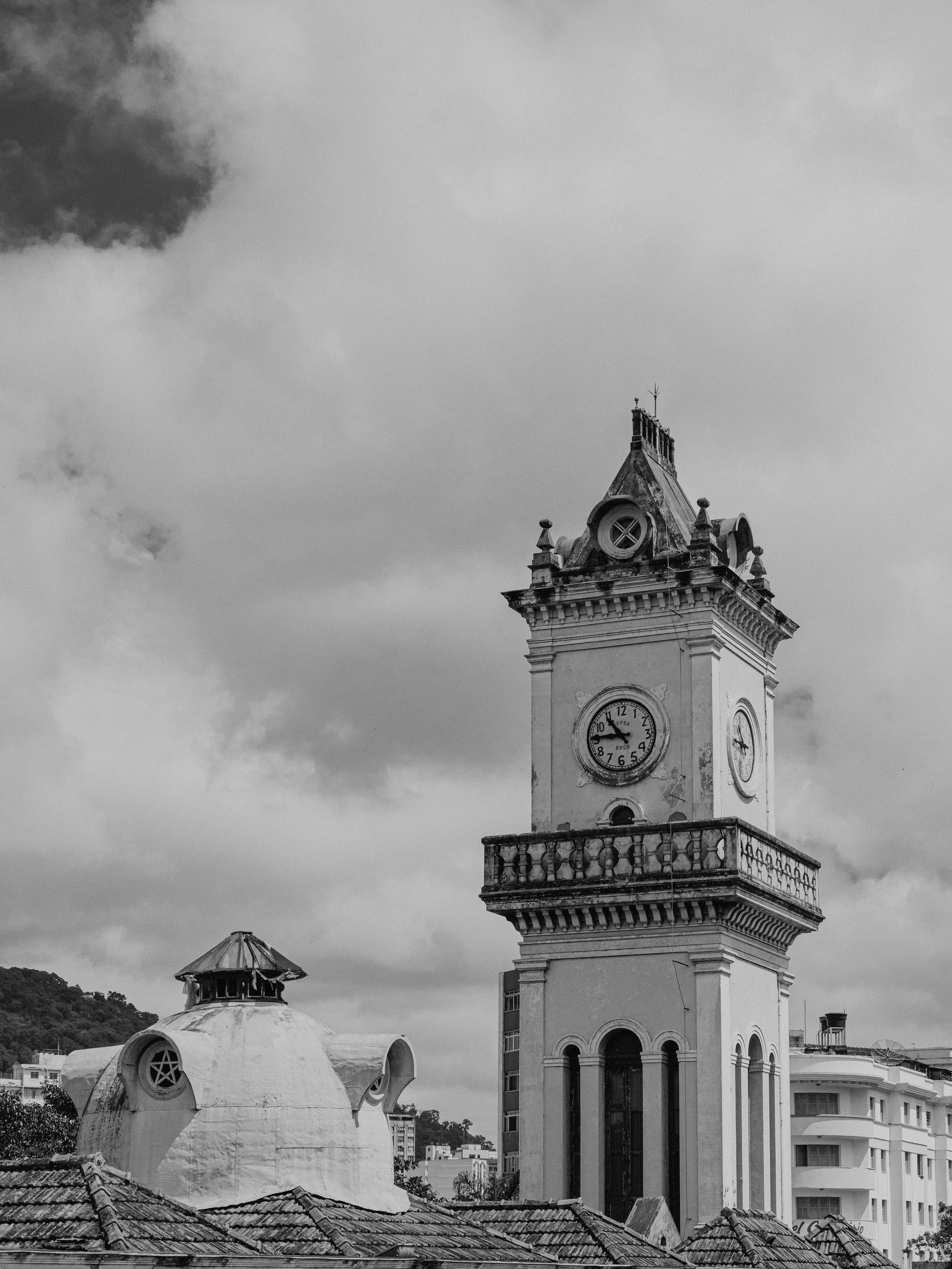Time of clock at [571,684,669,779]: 10:45
